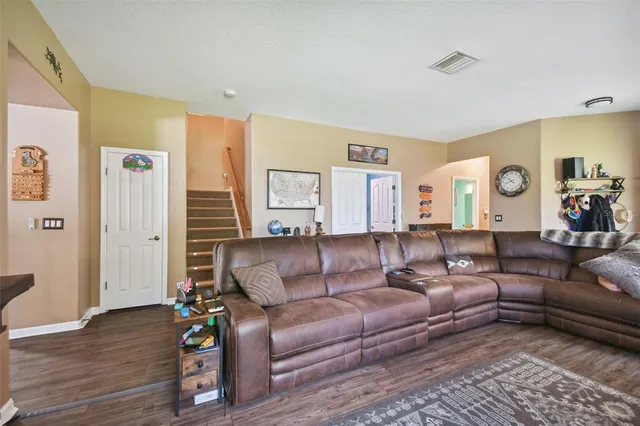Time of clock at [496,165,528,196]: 10:41
